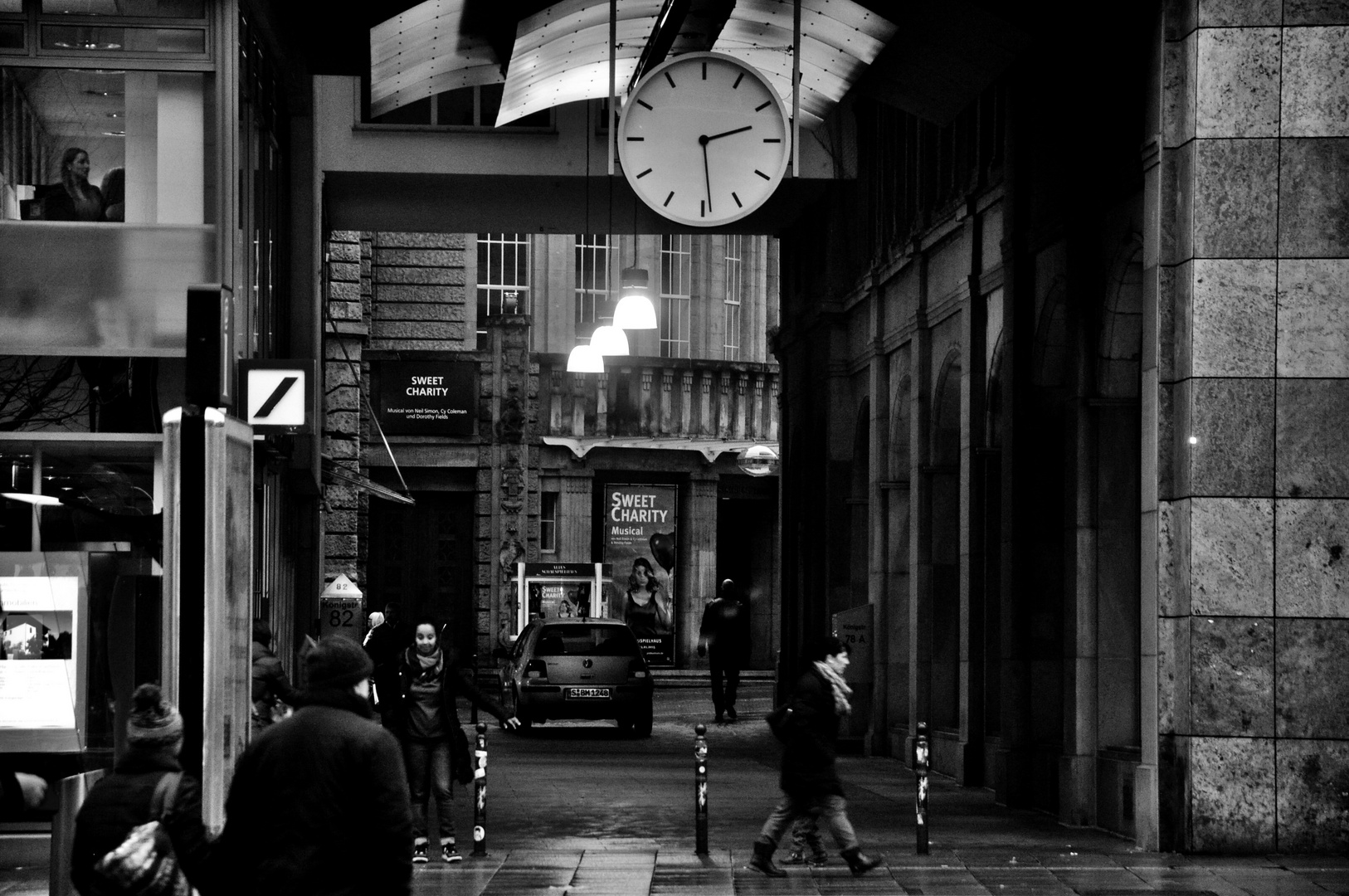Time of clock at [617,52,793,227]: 2:29
